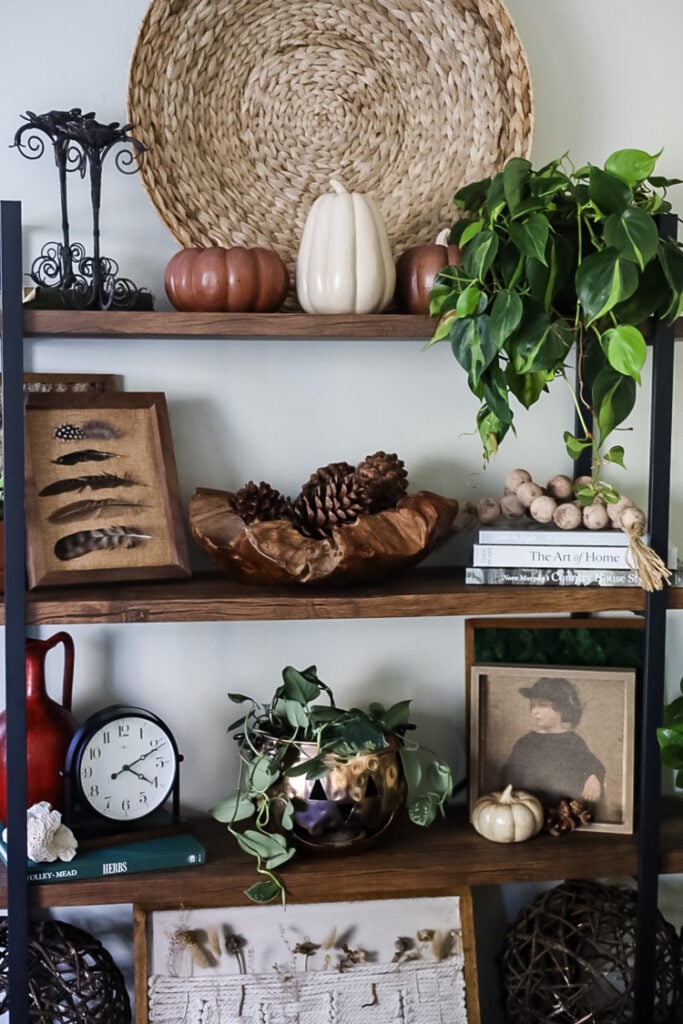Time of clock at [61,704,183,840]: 4:10
